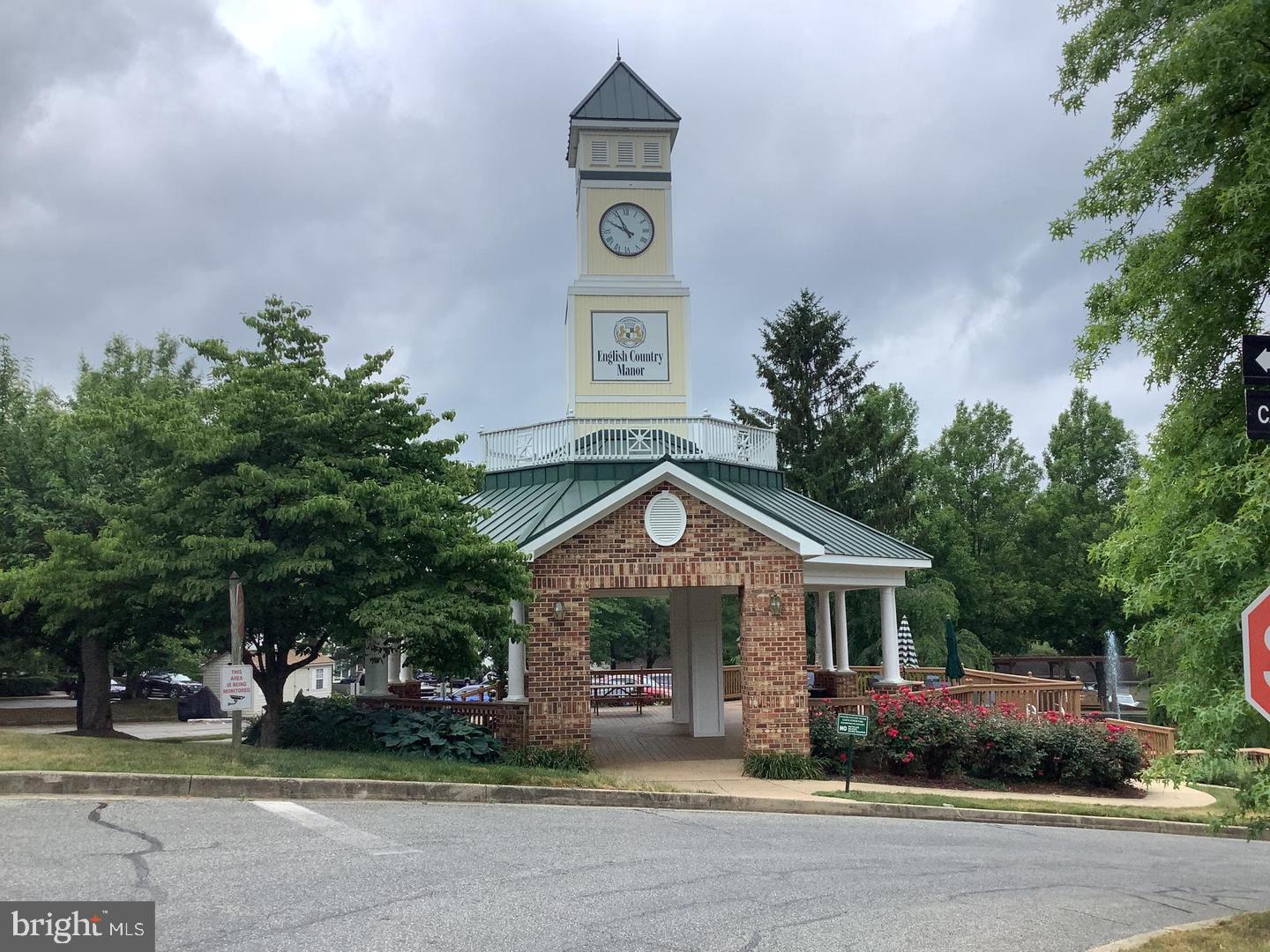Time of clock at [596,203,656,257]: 9:55
